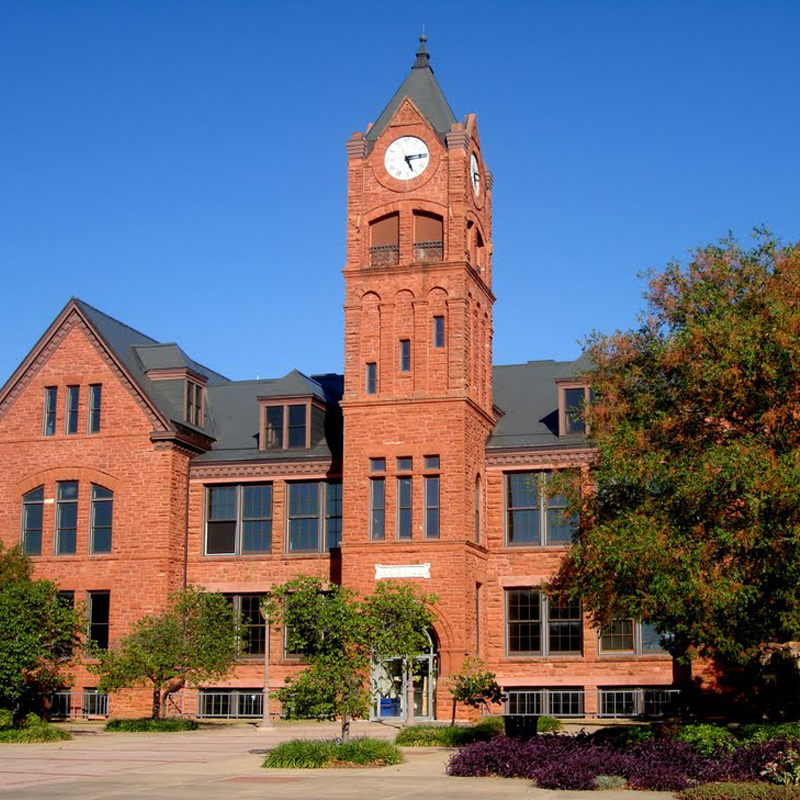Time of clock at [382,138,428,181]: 5:14
